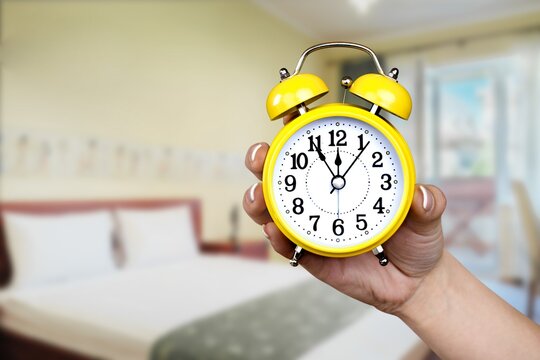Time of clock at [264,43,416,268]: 11:06
